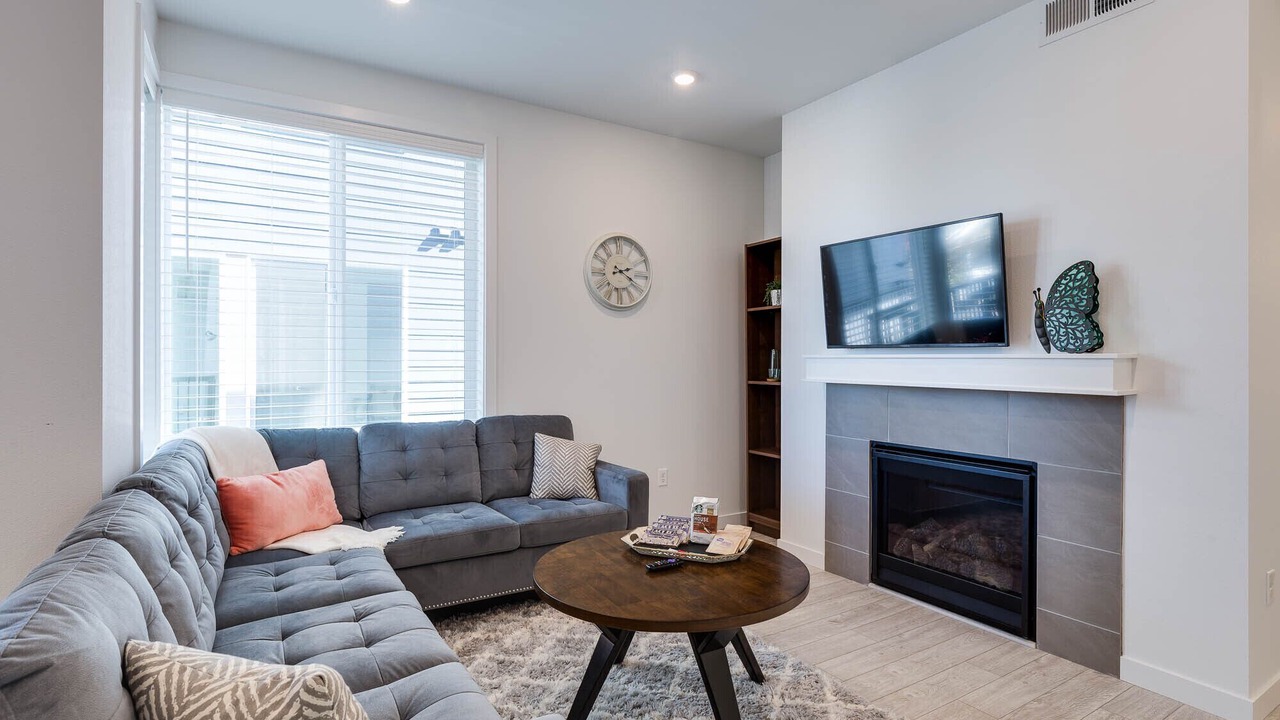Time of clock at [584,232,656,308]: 2:19
